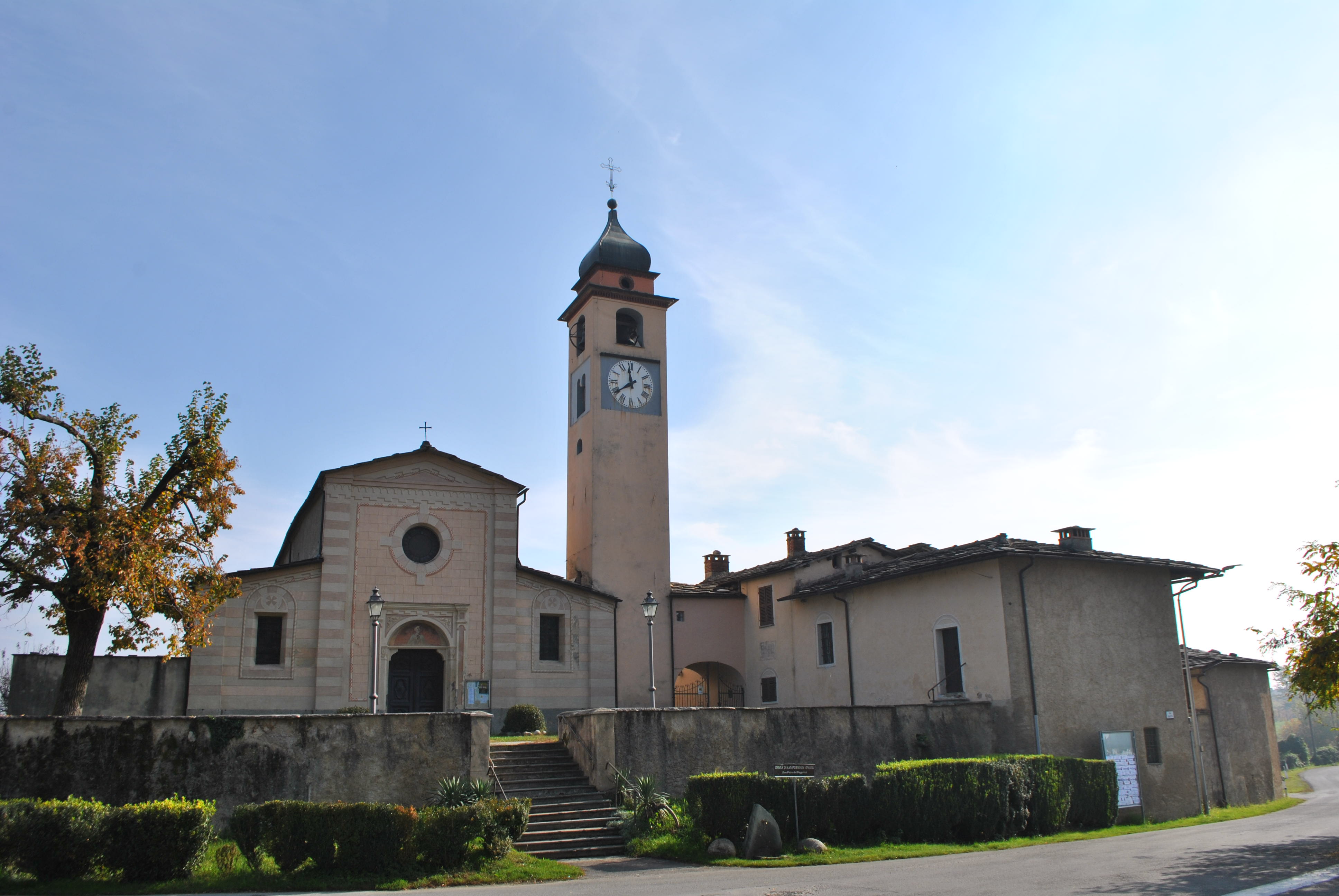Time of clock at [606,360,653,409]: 11:39
